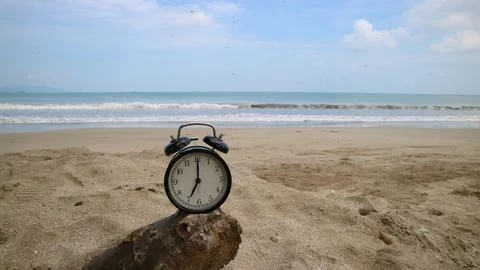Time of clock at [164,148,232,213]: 7:00
